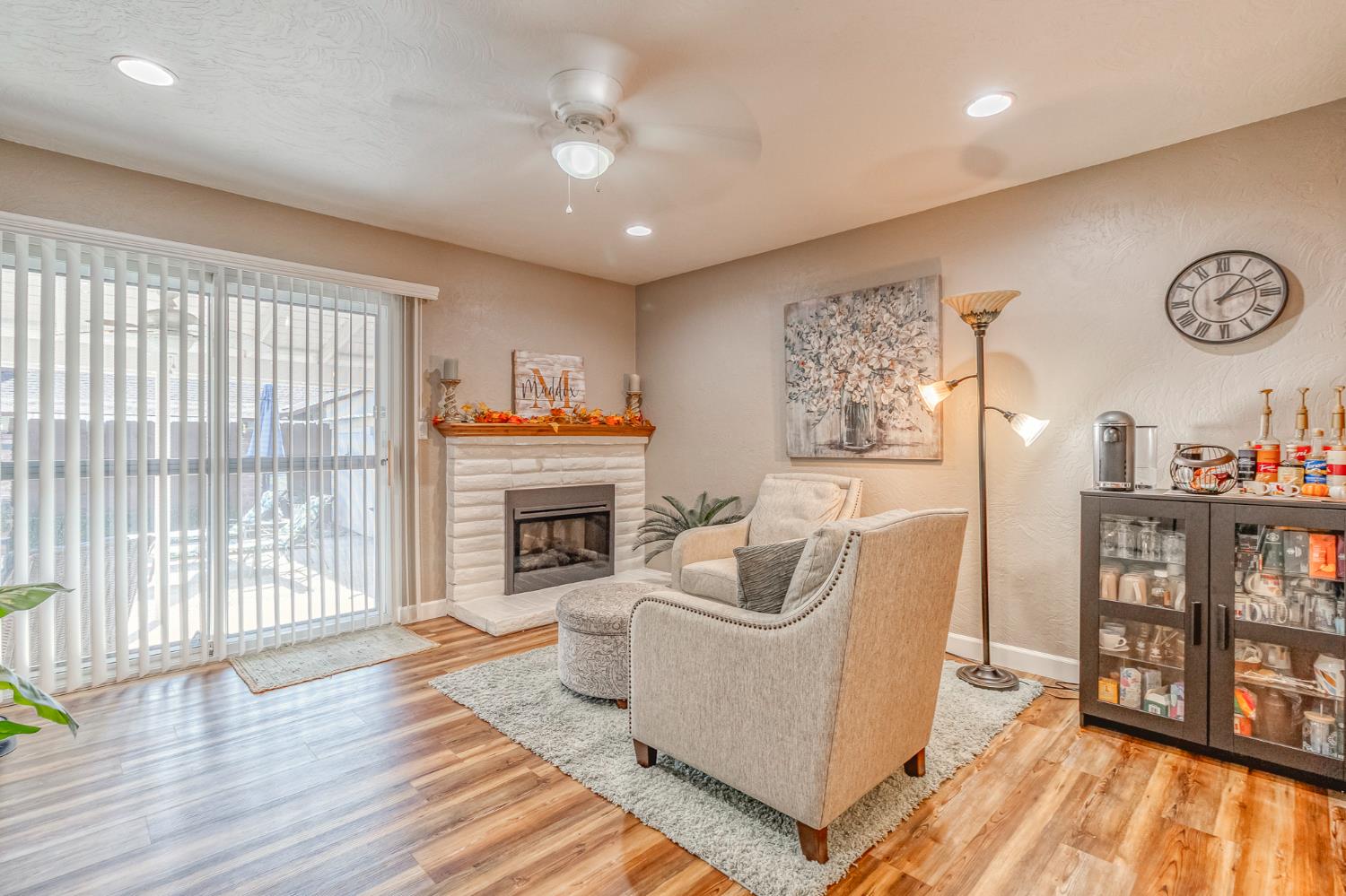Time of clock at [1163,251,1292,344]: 1:12
